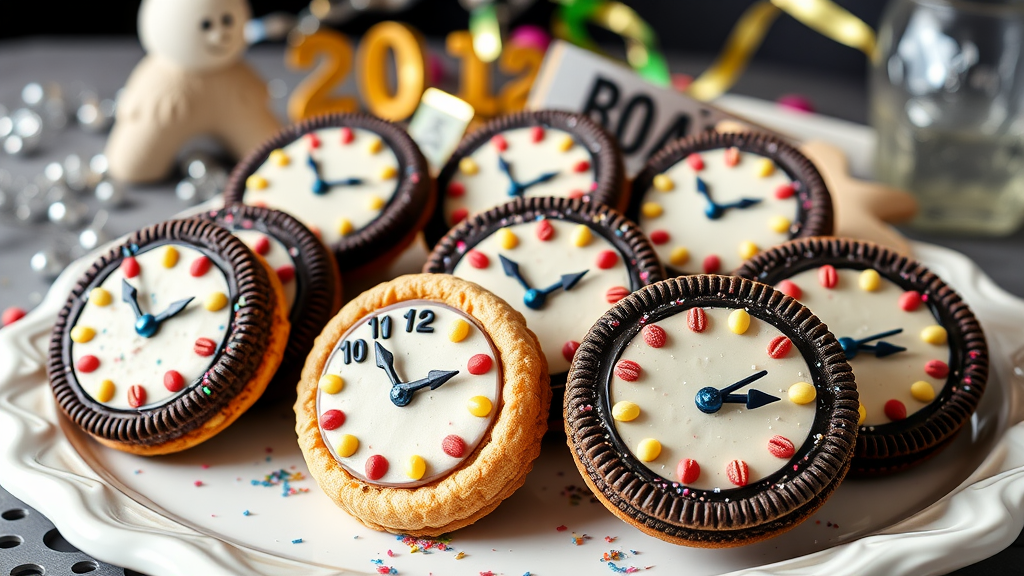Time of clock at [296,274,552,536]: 1:53
